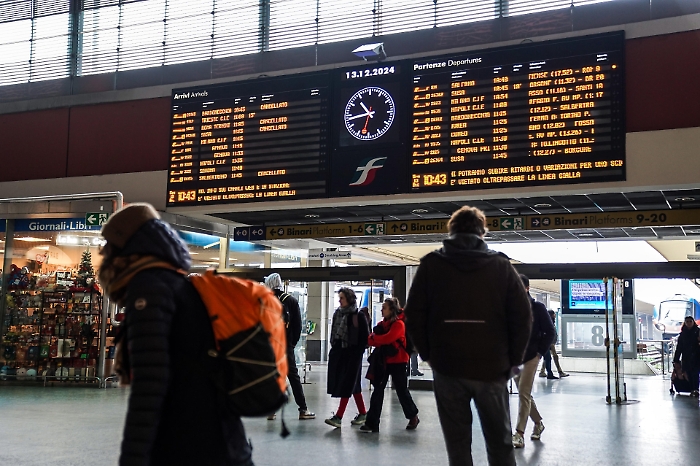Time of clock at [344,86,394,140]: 10:43
